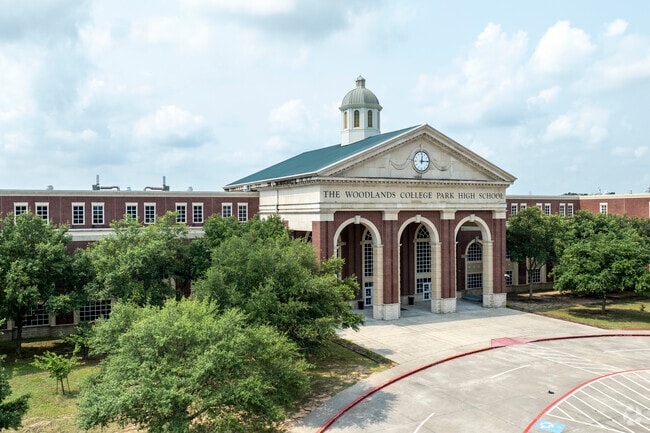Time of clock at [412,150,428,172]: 12:14
